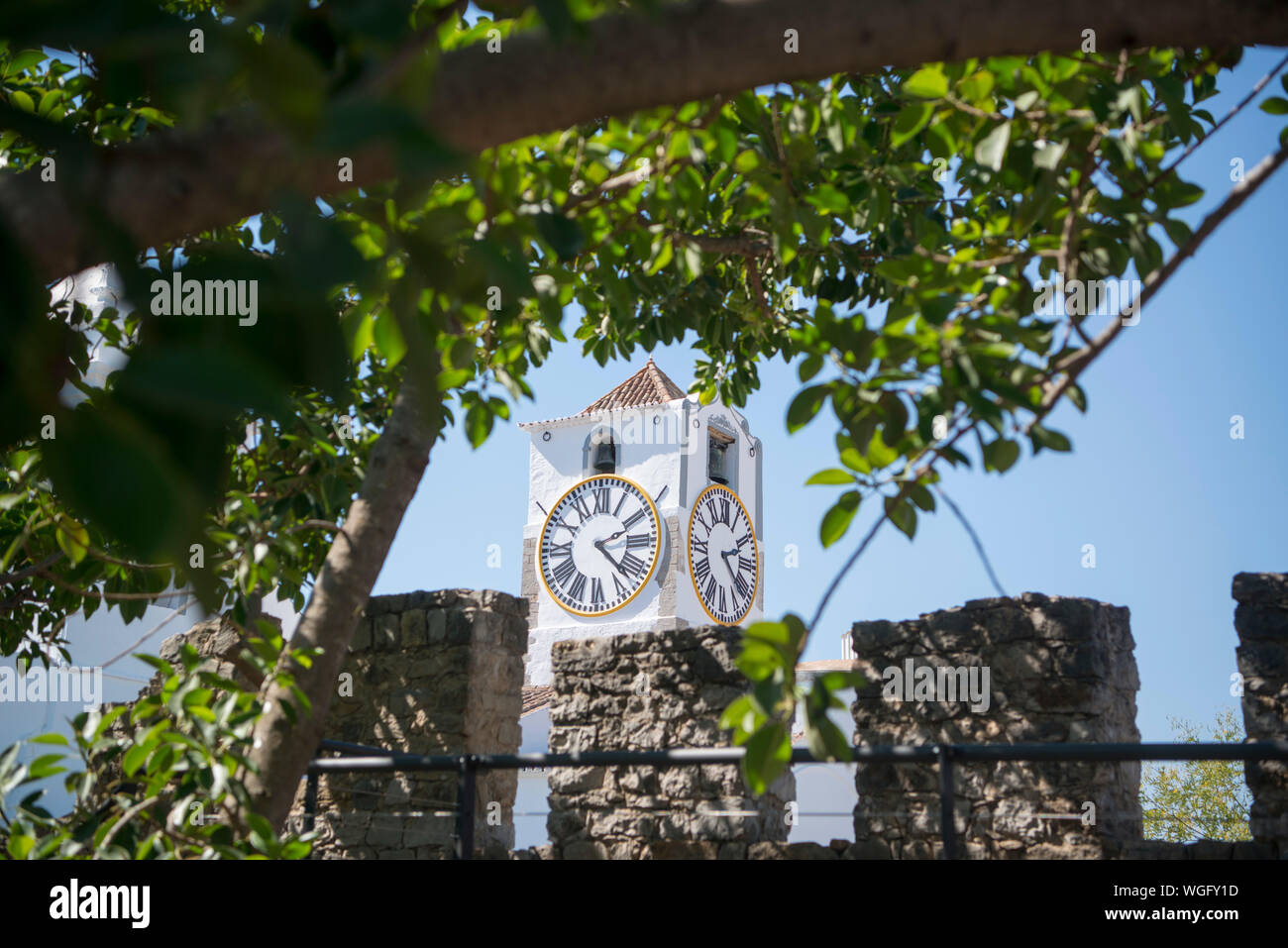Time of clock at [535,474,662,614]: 2:22
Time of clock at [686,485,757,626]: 2:21
